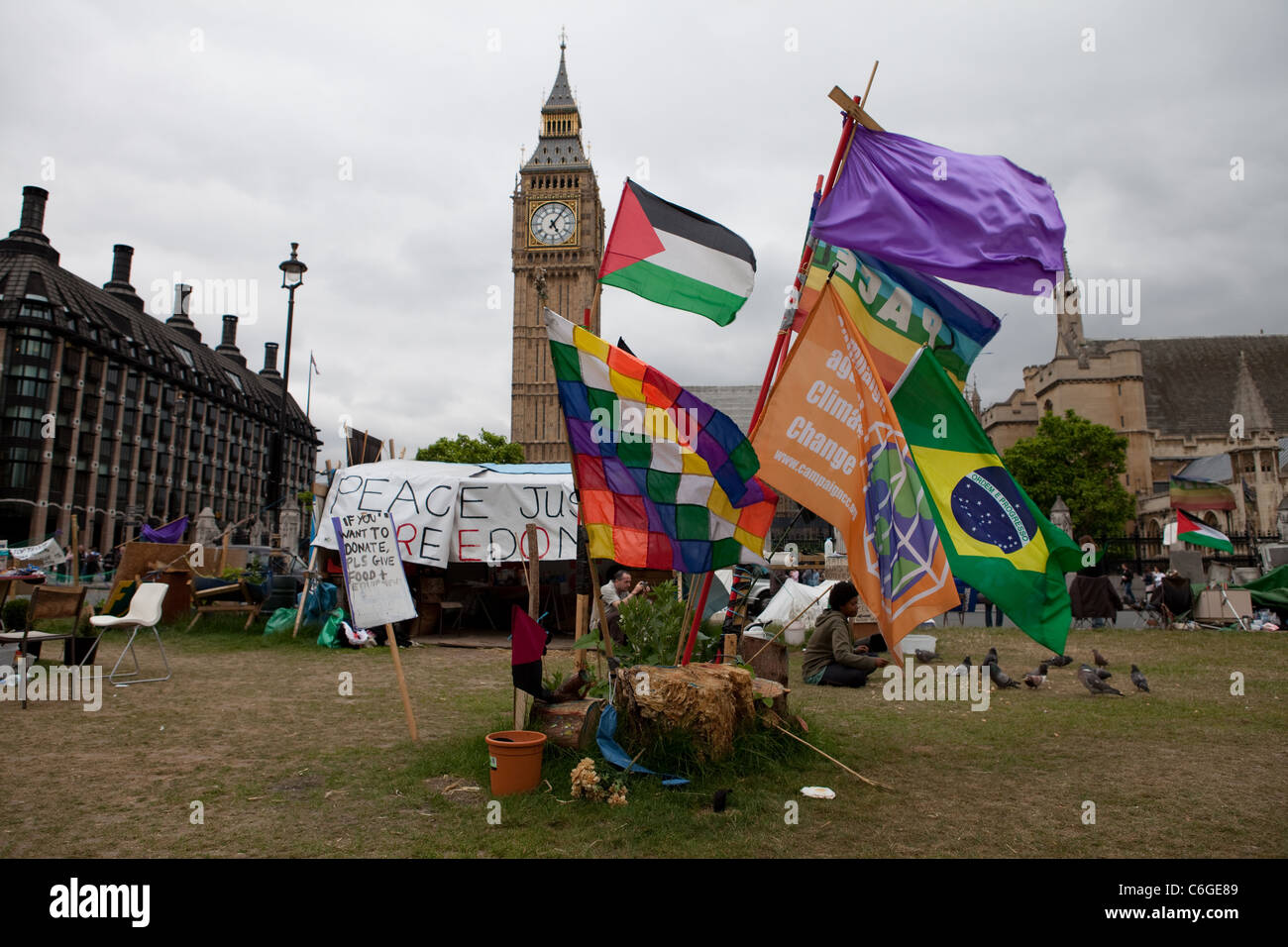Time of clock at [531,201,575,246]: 5:06
